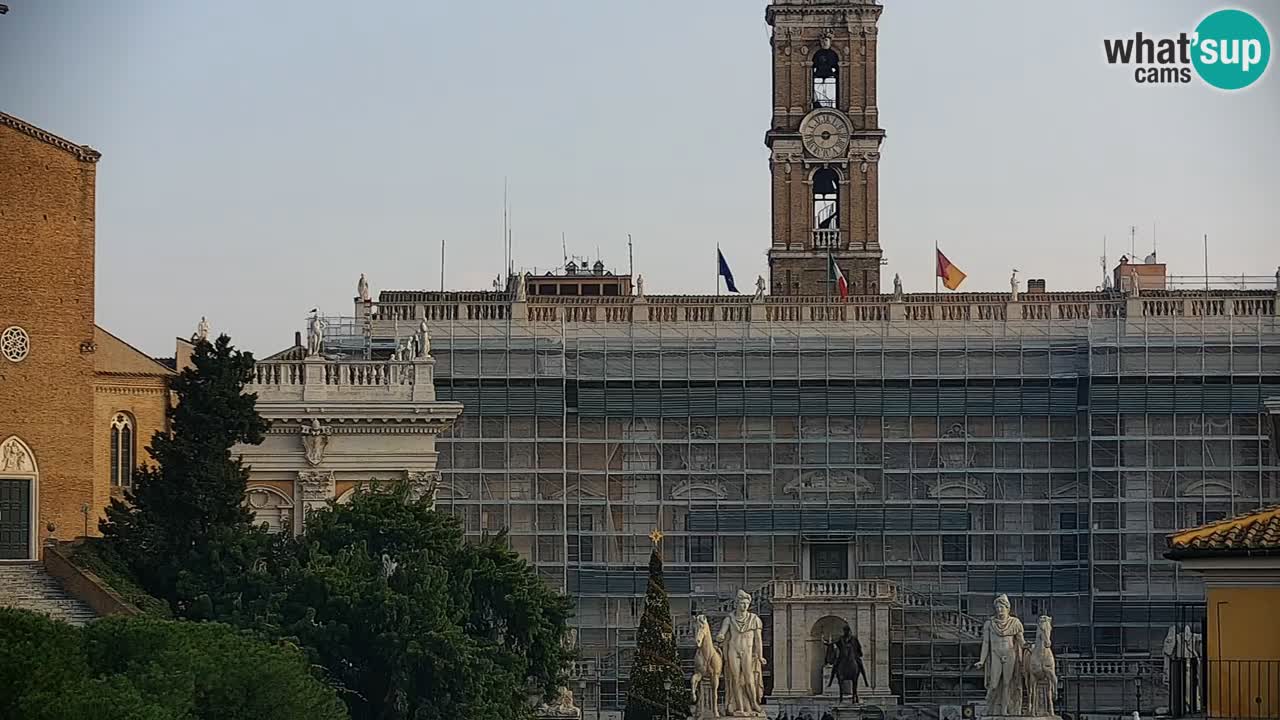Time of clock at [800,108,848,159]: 2:44
